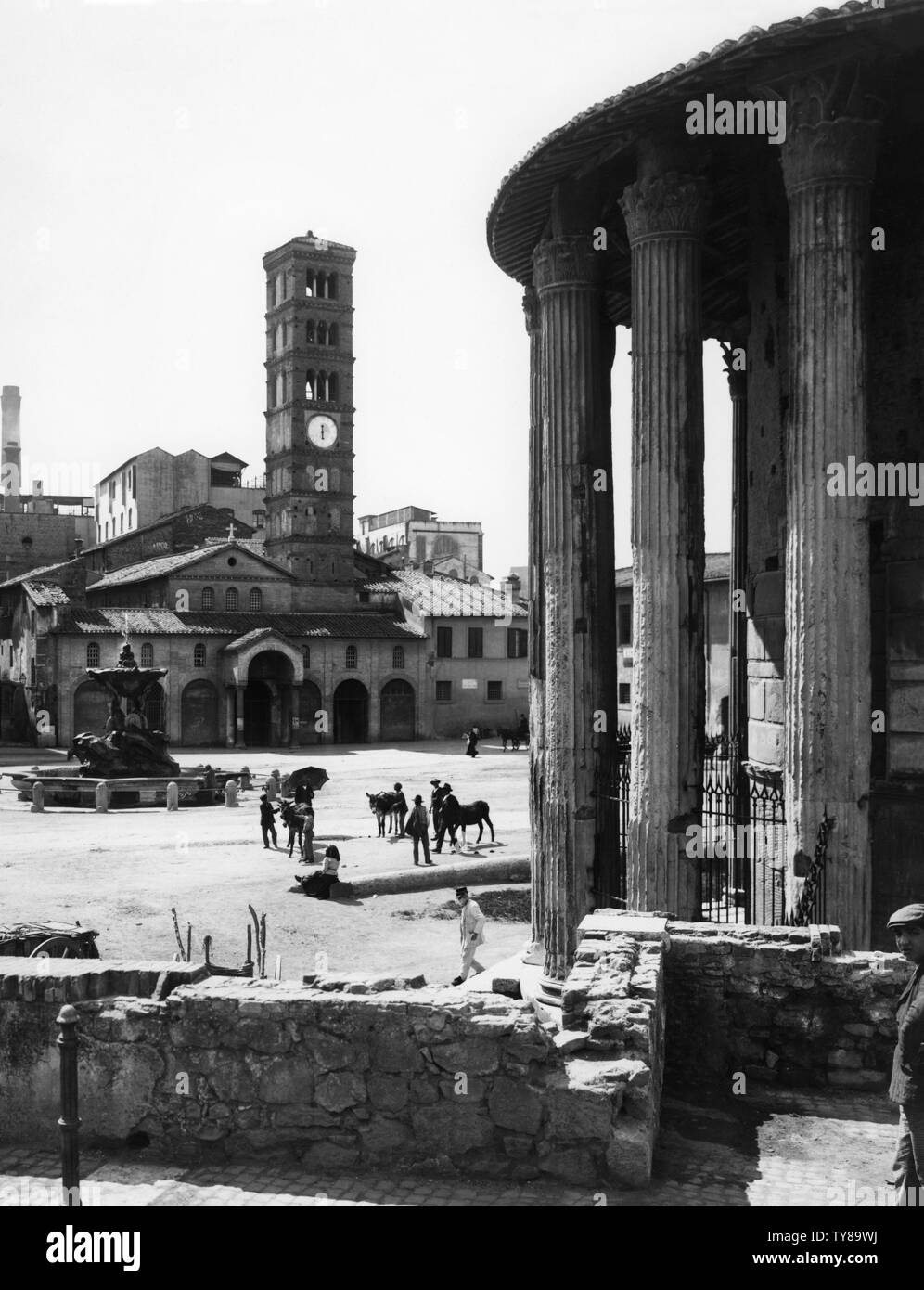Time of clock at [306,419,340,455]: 5:59
